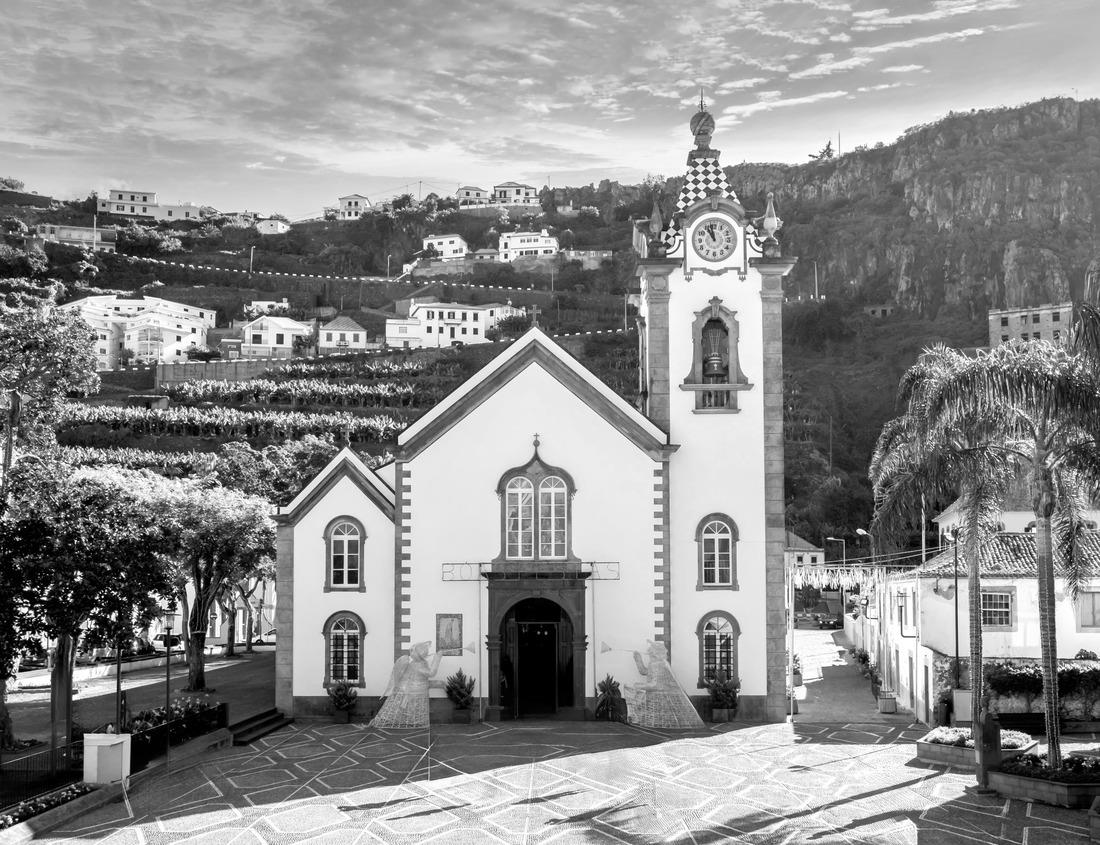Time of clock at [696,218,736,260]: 10:58
